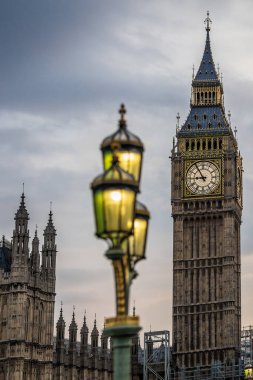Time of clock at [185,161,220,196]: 8:54
